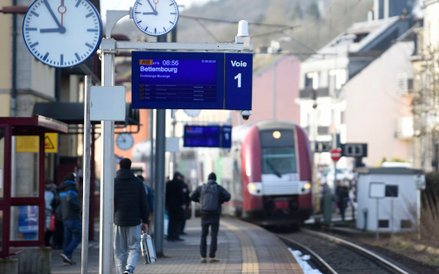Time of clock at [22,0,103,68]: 8:54
